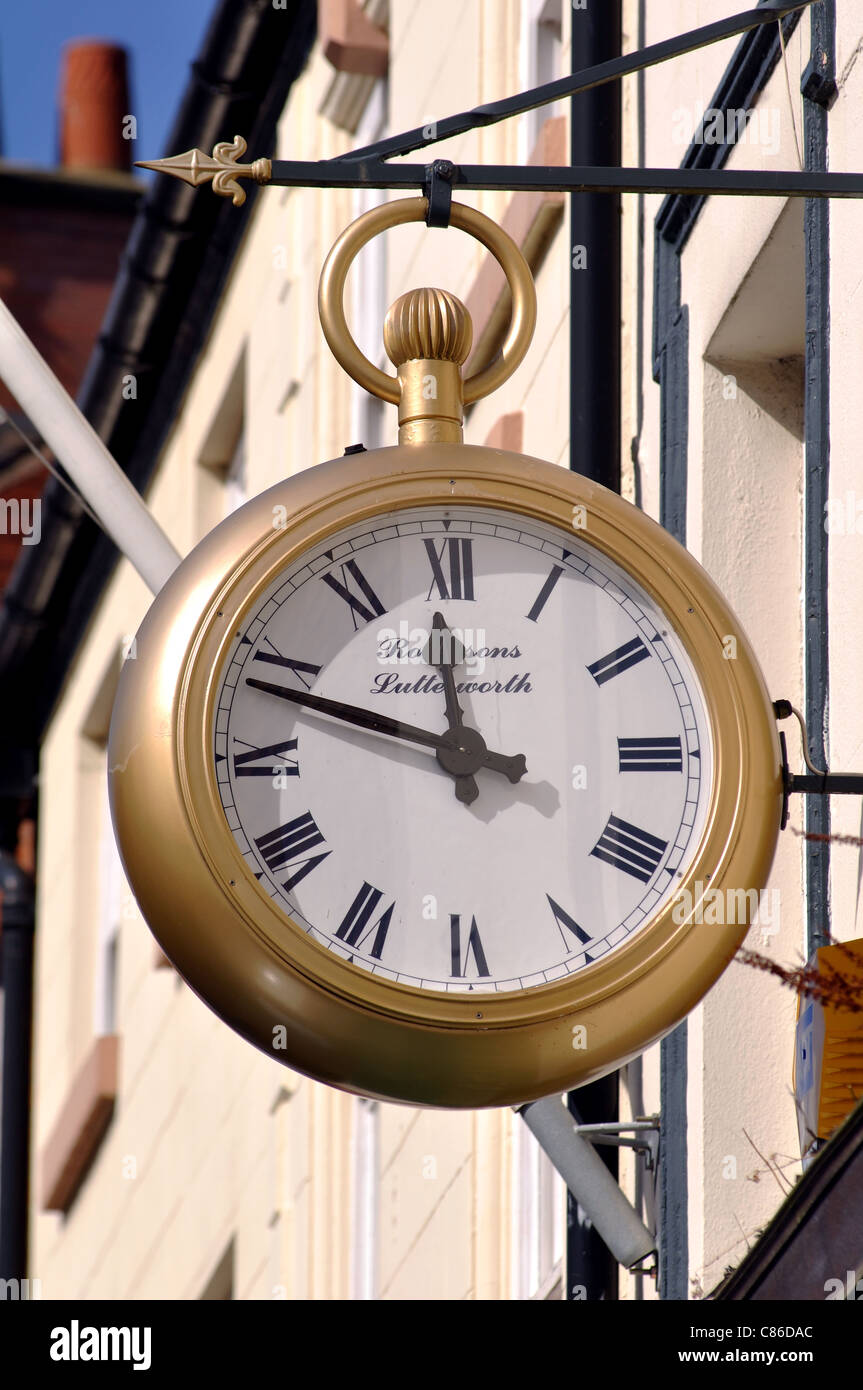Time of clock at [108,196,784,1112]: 11:48
